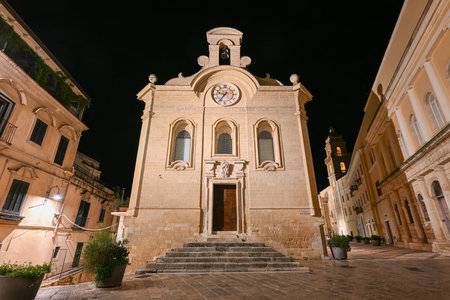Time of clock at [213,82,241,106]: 9:36
